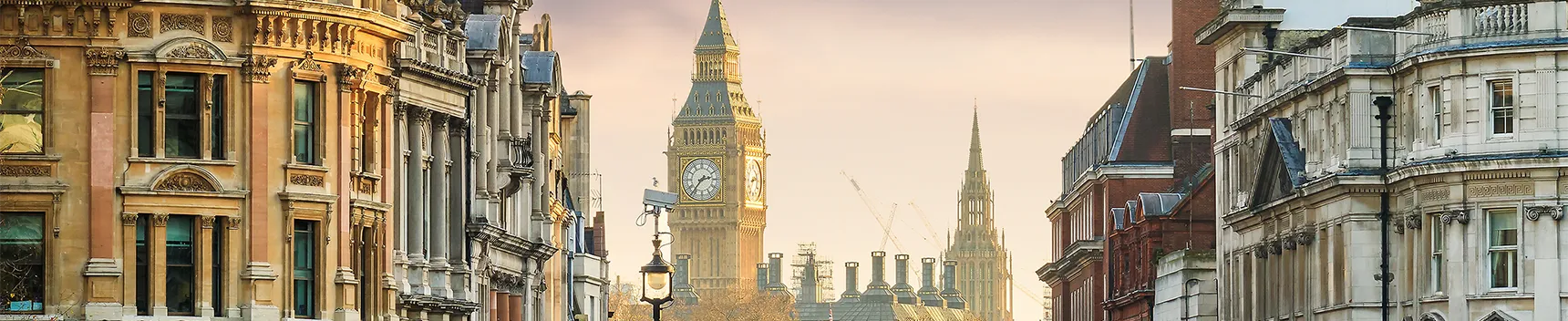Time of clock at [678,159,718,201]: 2:36
